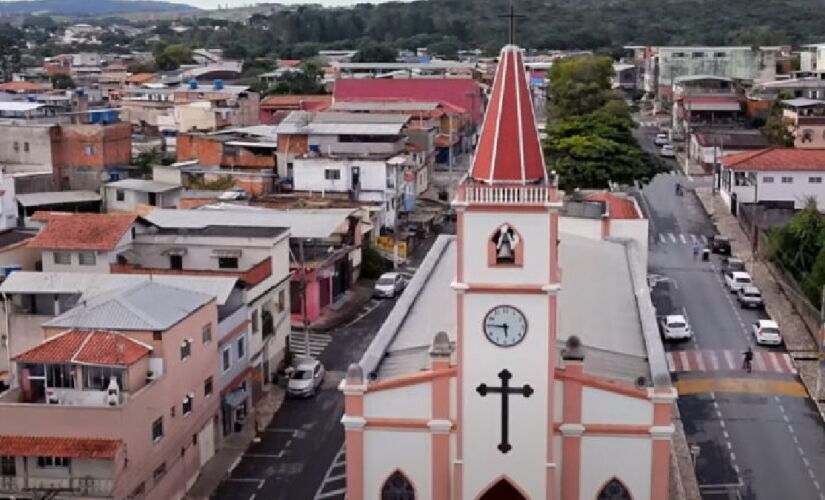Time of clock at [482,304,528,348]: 5:45
